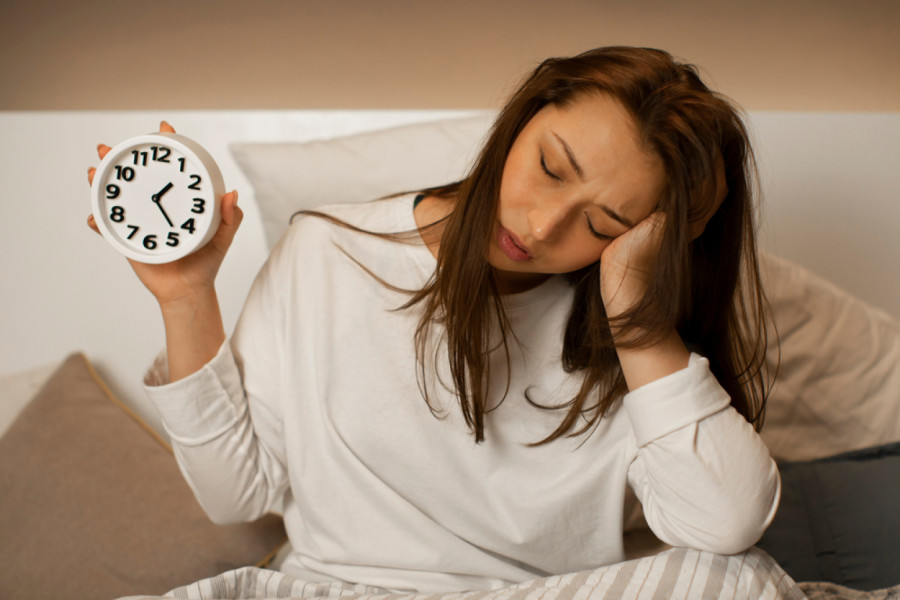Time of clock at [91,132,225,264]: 1:23
